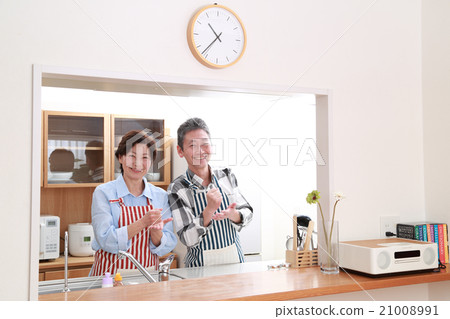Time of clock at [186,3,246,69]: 10:37
